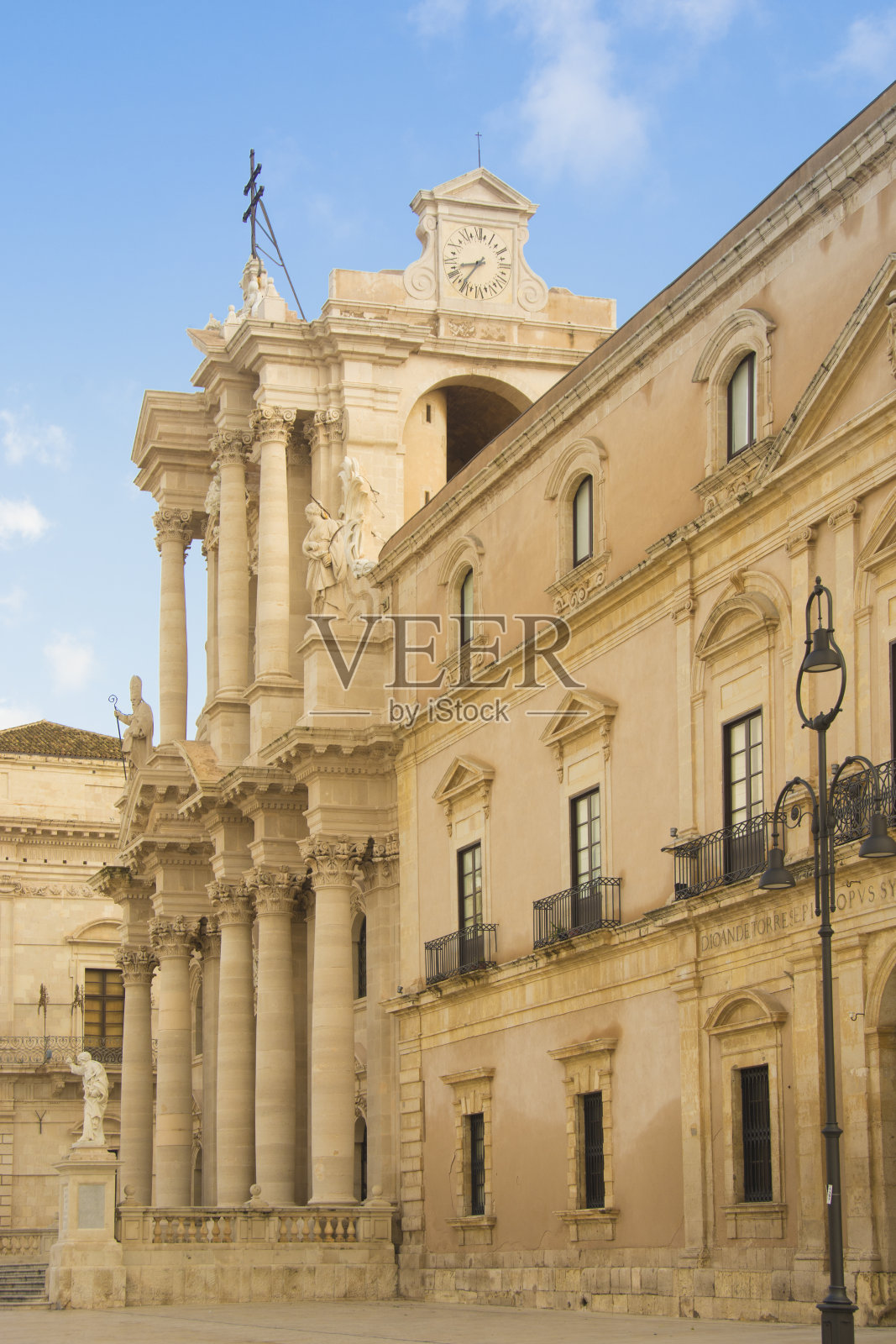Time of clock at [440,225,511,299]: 8:36
